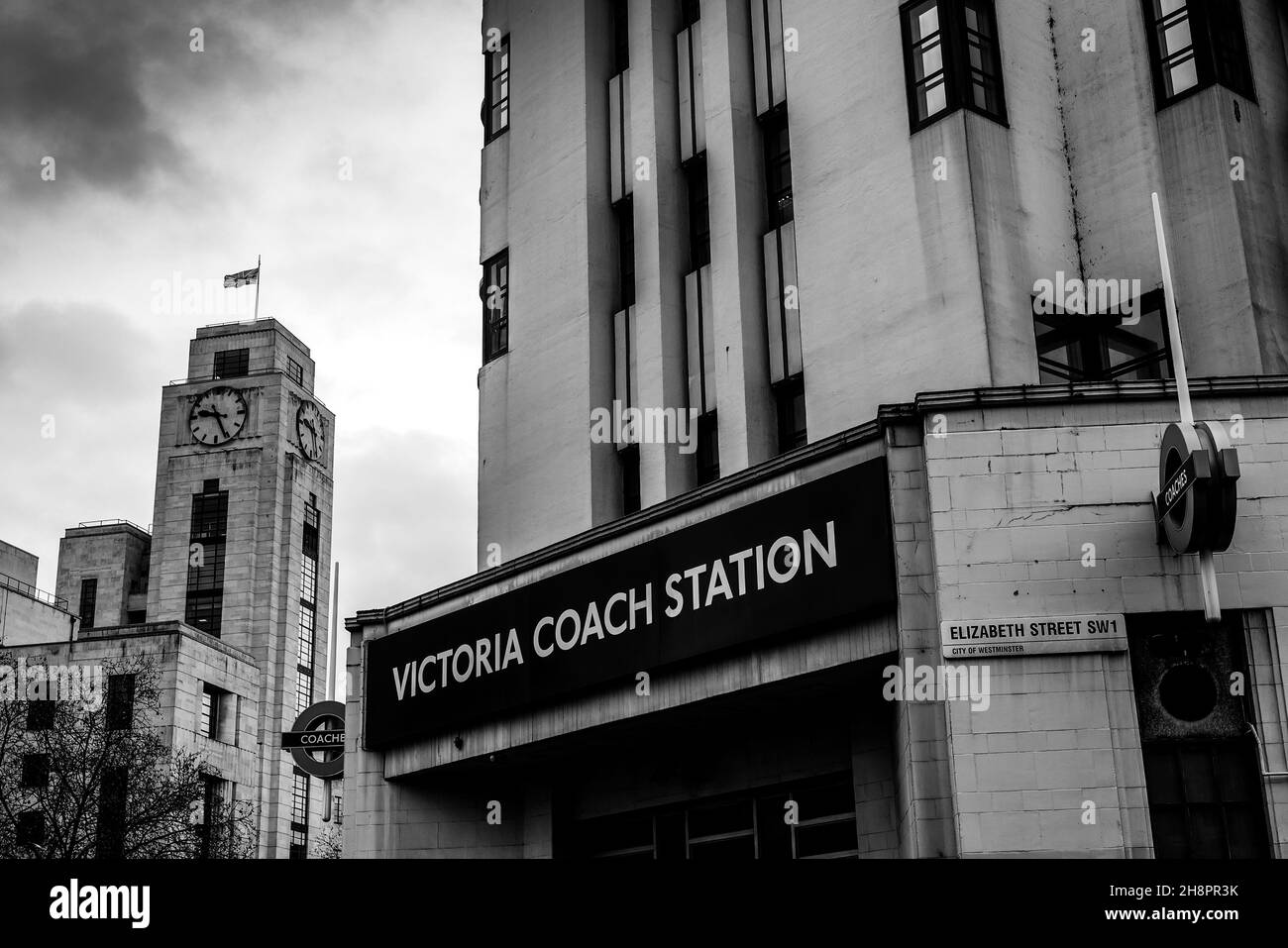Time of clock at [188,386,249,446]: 9:26
